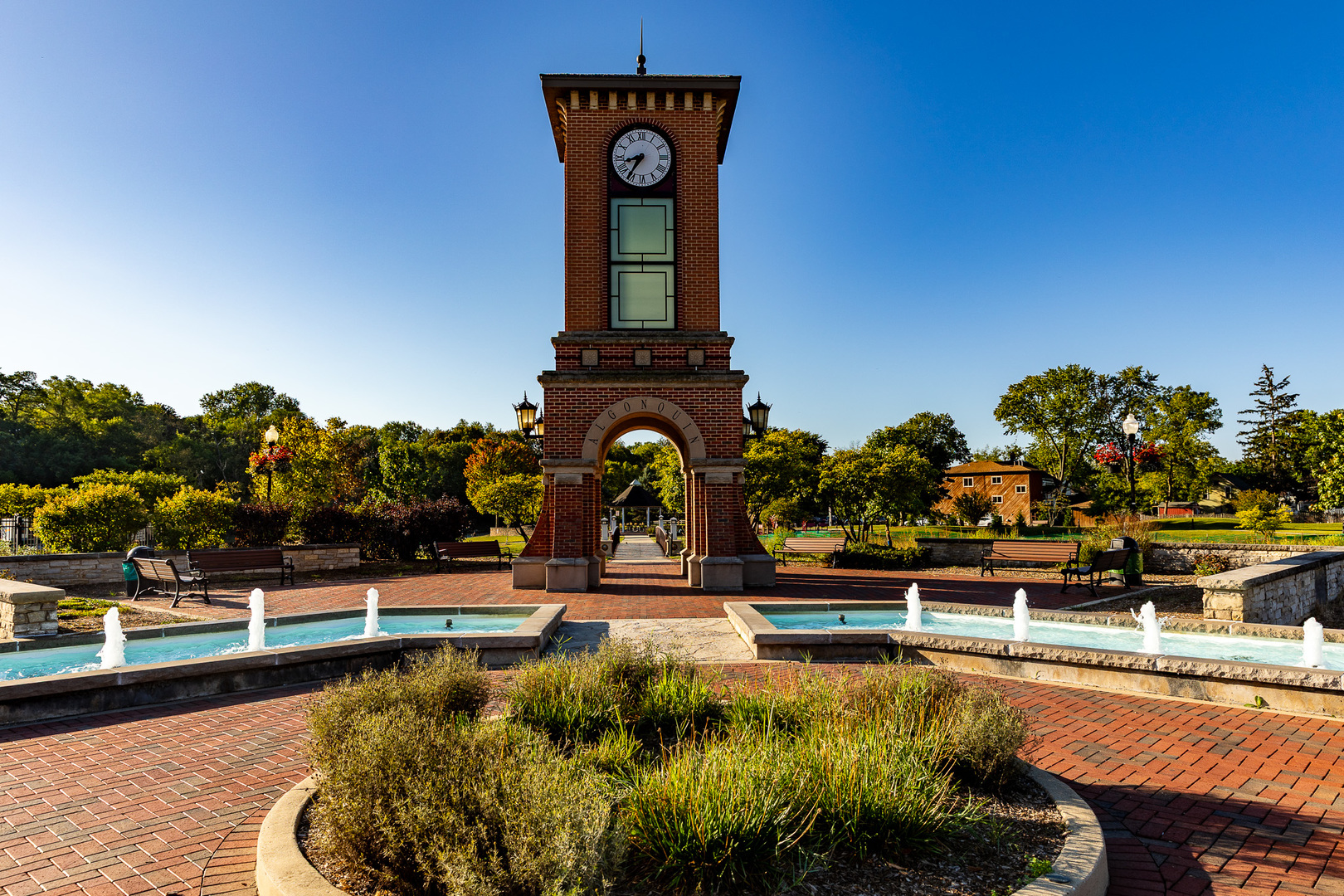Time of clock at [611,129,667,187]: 8:35
